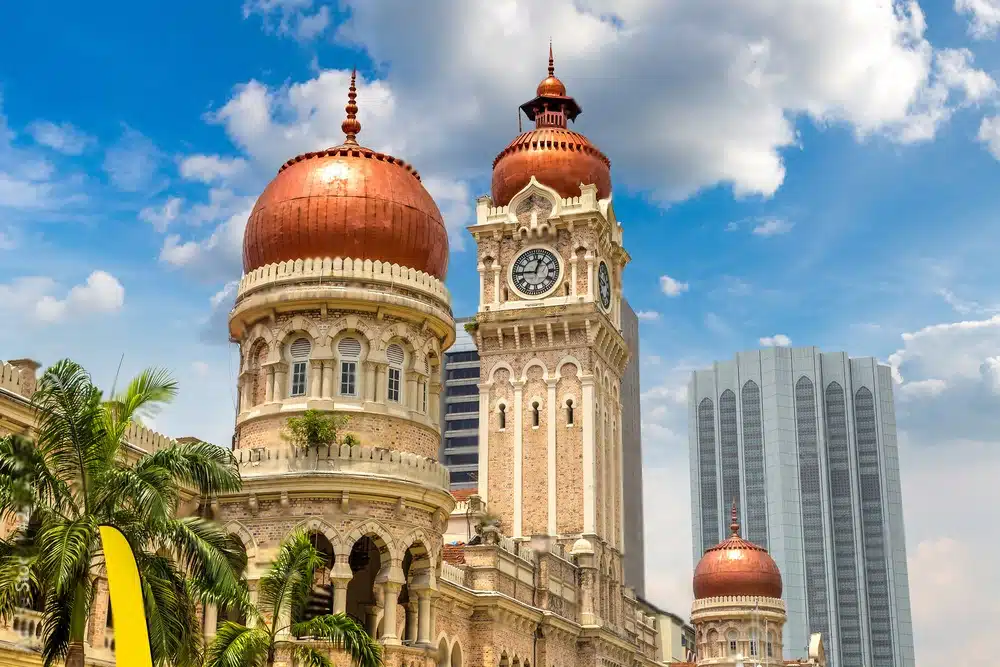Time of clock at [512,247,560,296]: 12:45
